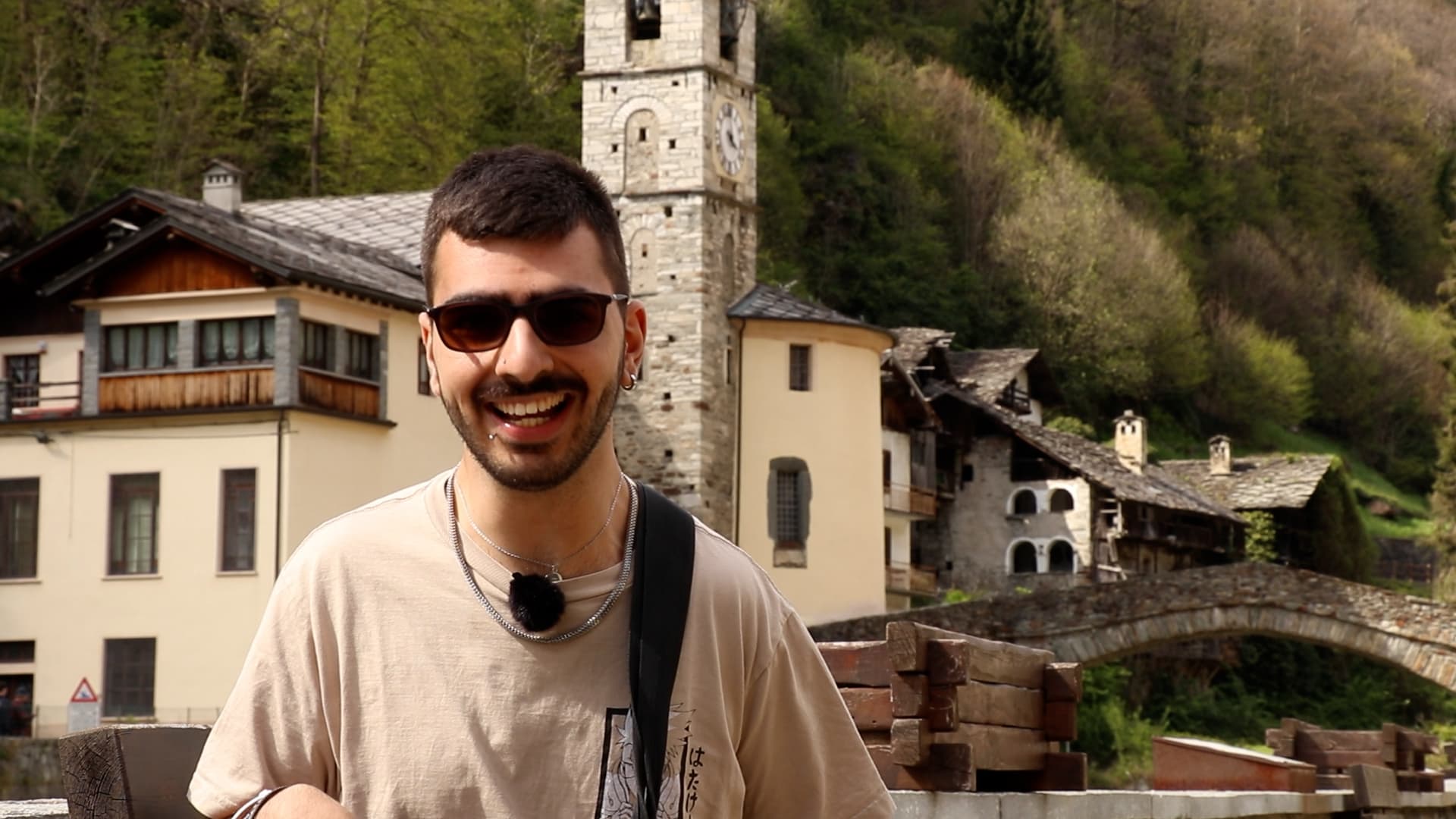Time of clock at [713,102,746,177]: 3:58
